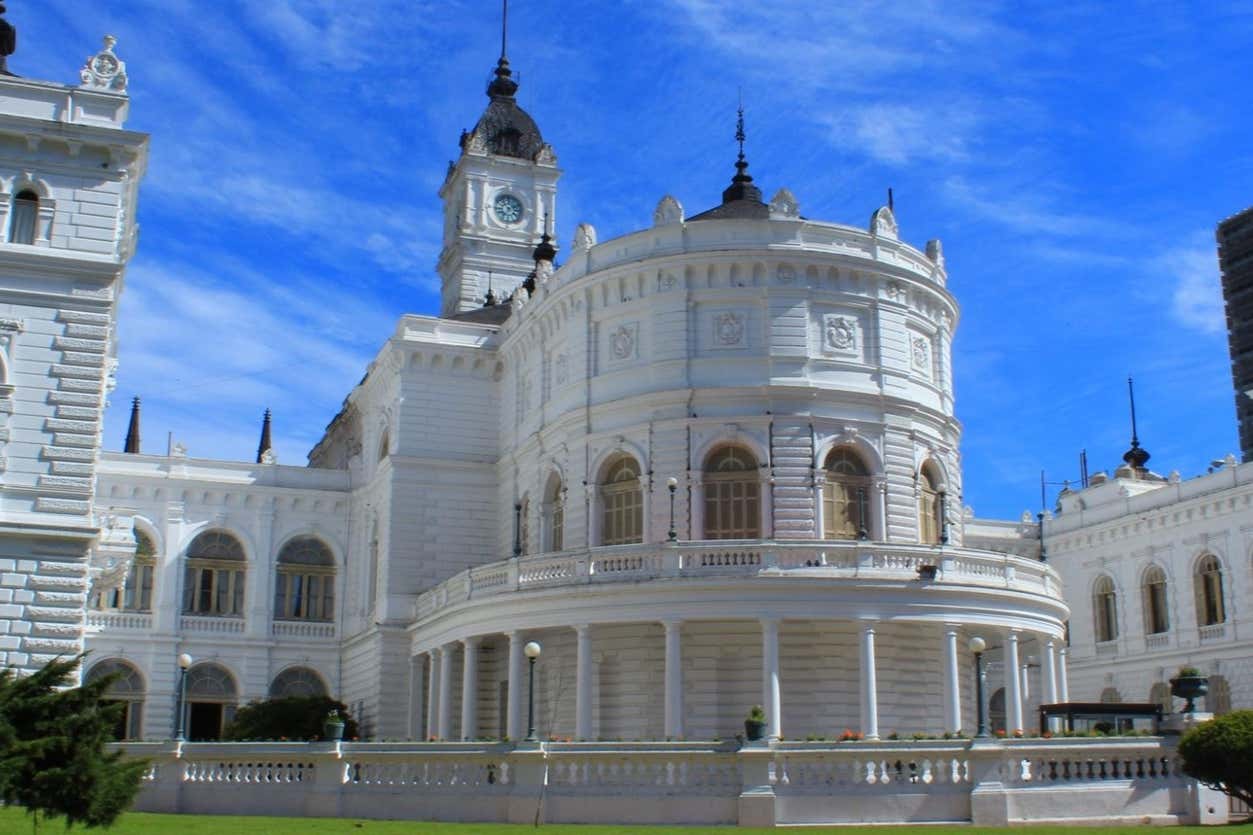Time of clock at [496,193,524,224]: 7:11
